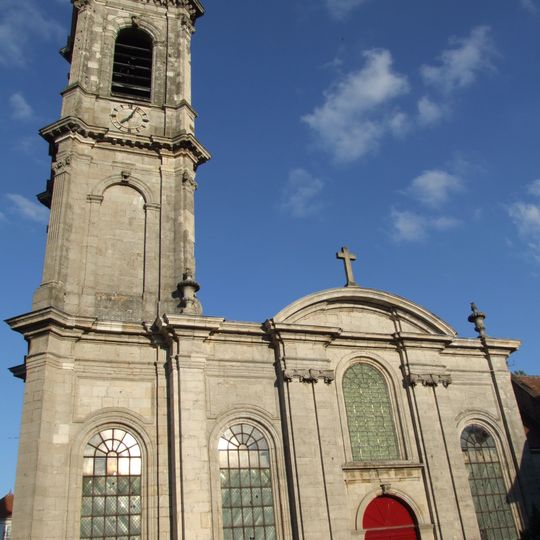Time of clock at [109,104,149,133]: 7:03
